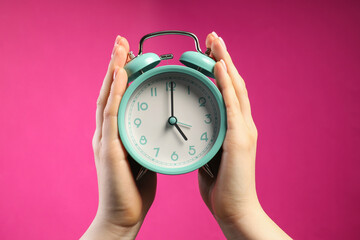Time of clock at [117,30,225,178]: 5:00
